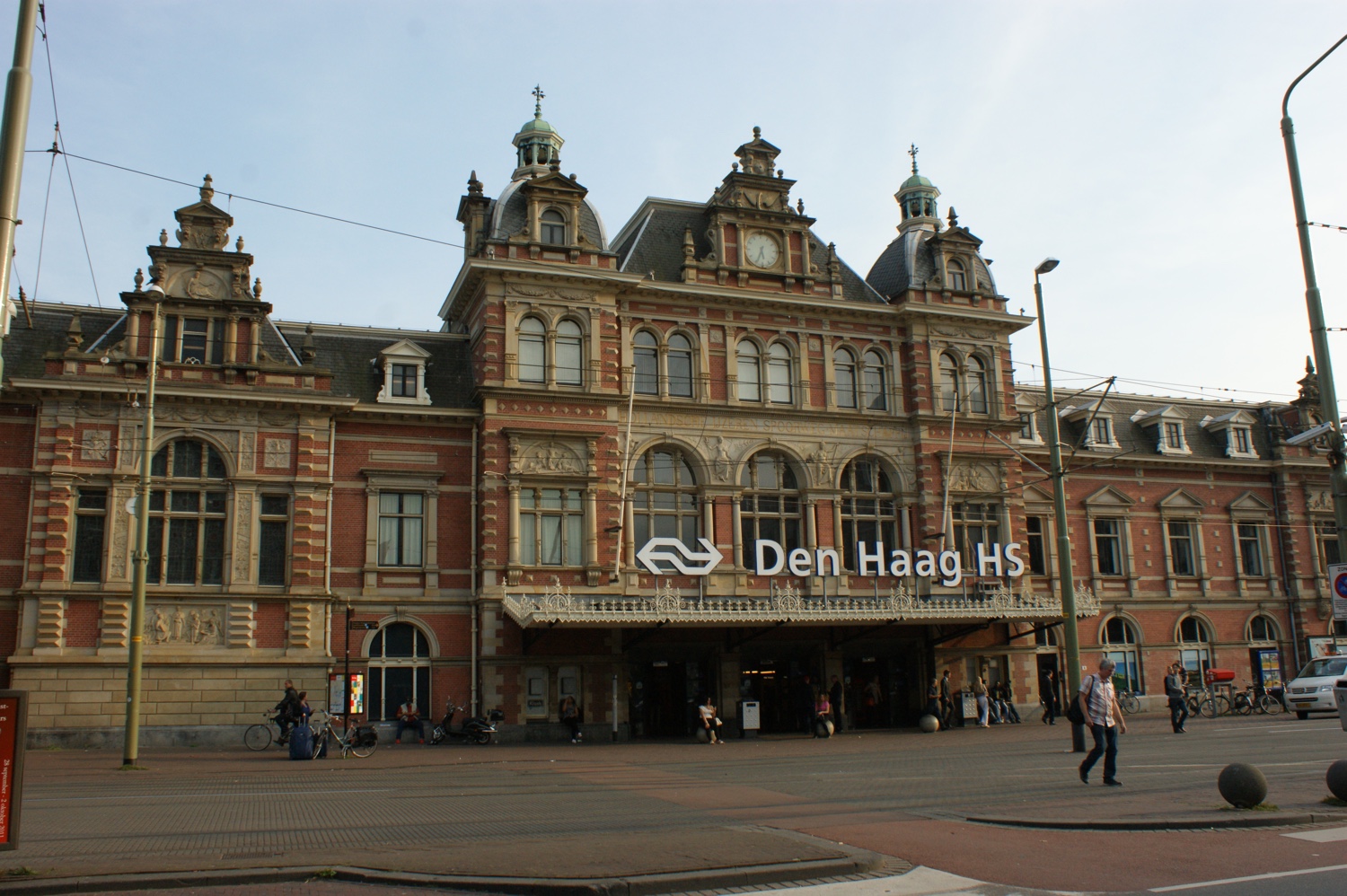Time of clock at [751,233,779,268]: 5:33
